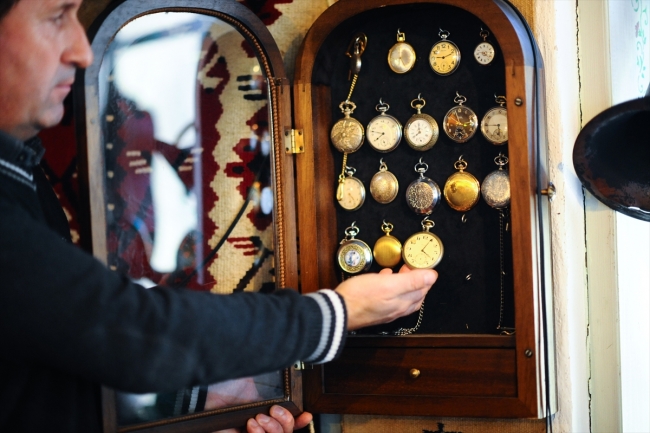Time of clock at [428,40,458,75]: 9:12
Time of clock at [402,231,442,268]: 4:04
